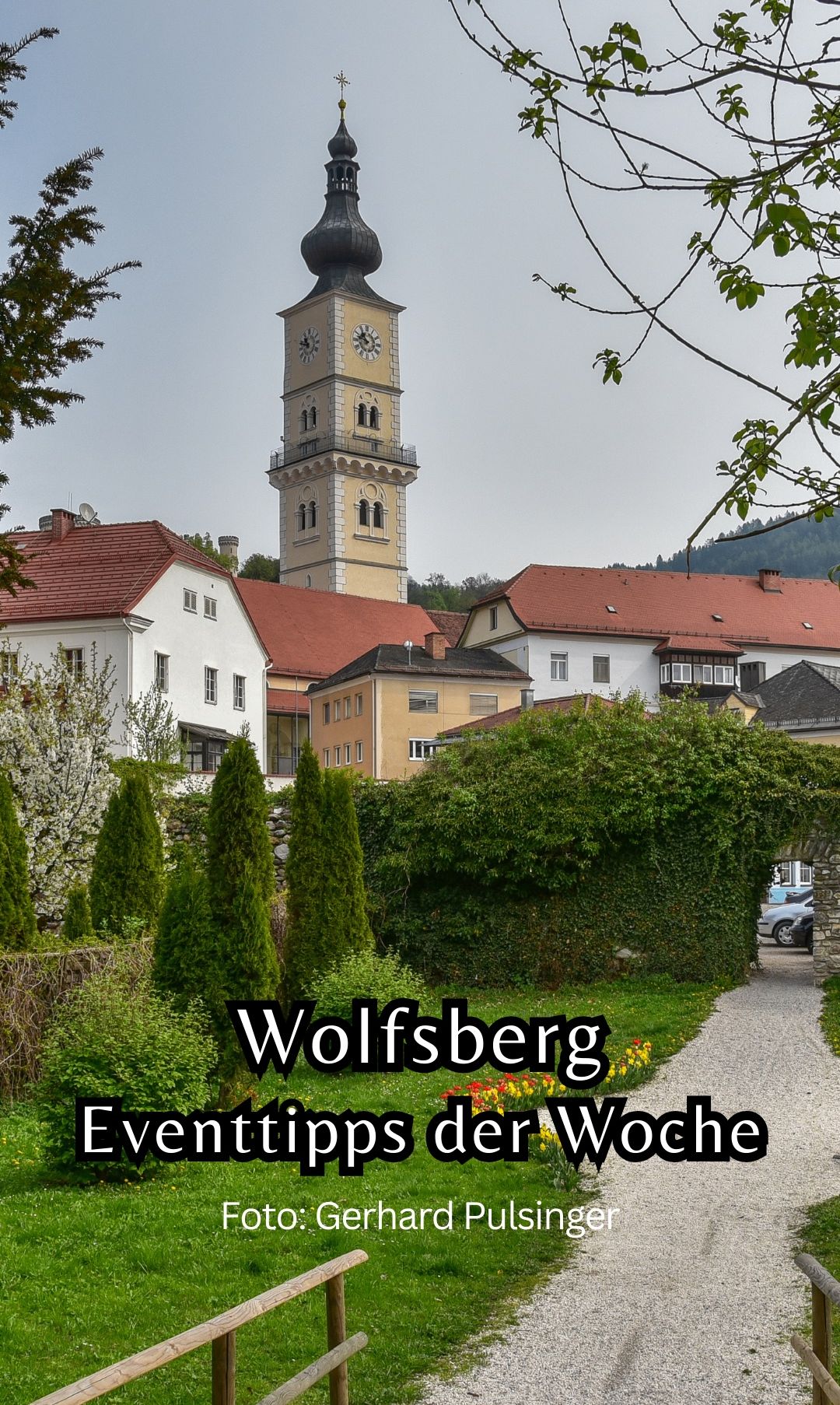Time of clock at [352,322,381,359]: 10:47
